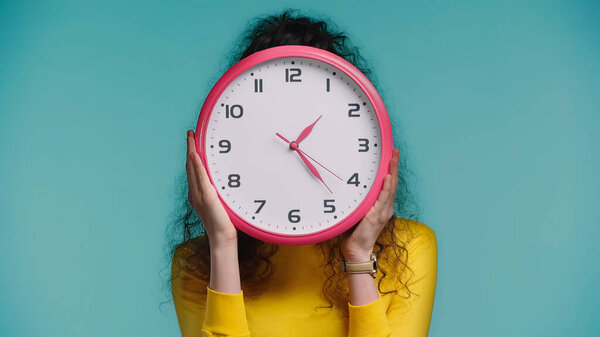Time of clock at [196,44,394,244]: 1:23
